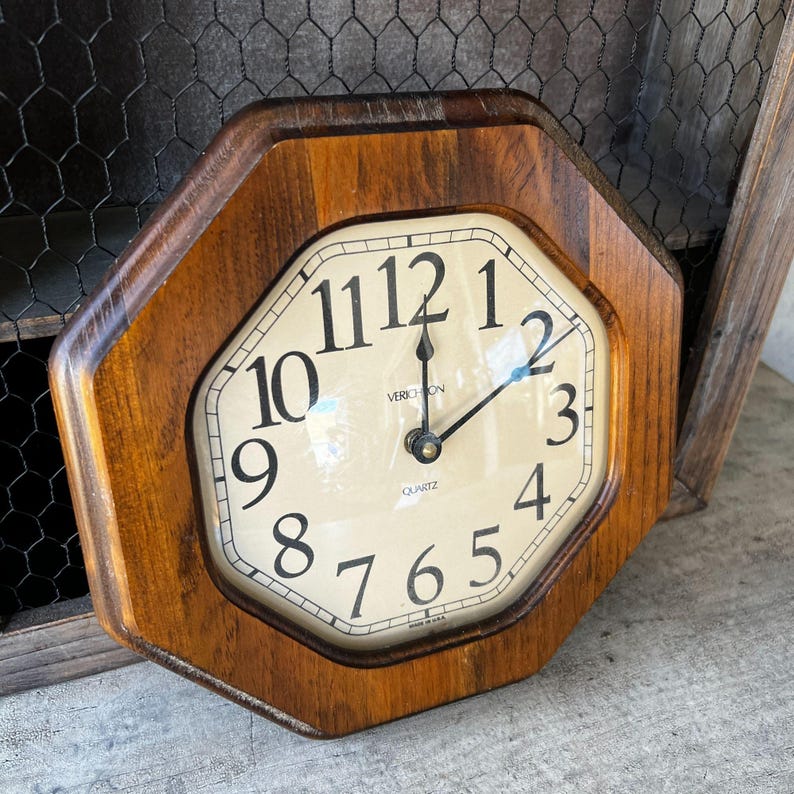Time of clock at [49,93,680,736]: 12:09
